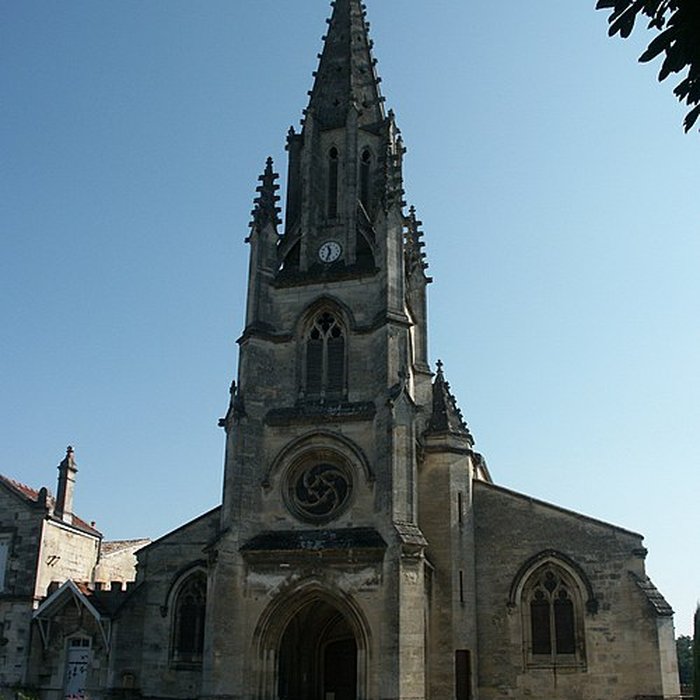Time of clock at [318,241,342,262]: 11:33
